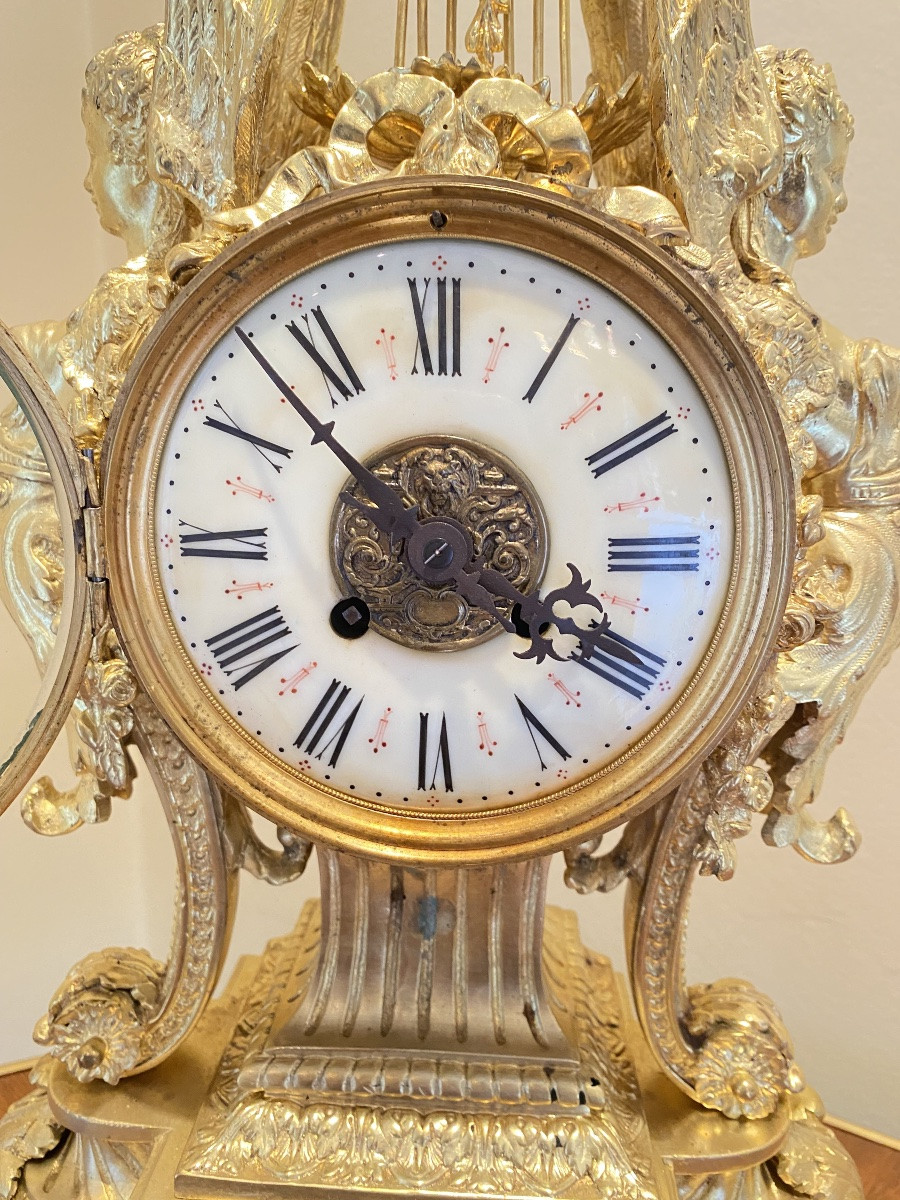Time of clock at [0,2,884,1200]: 3:52
